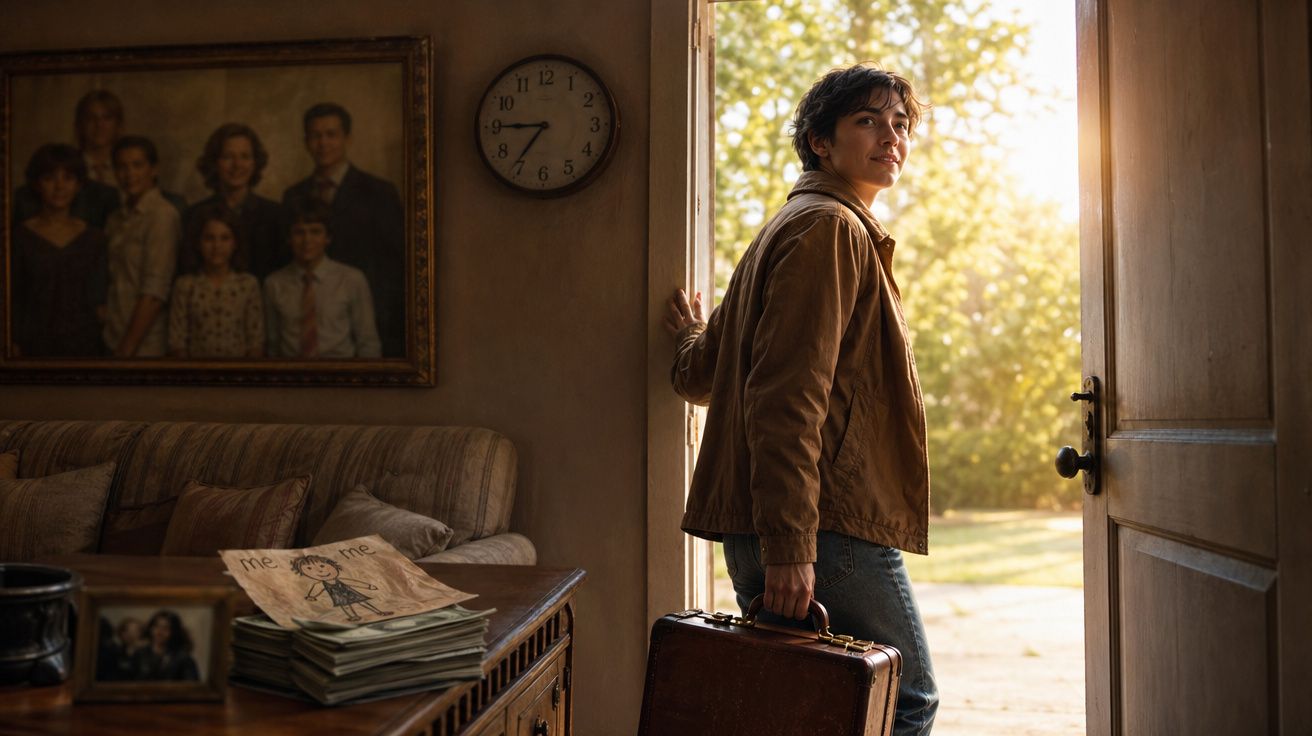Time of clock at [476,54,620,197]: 8:36
